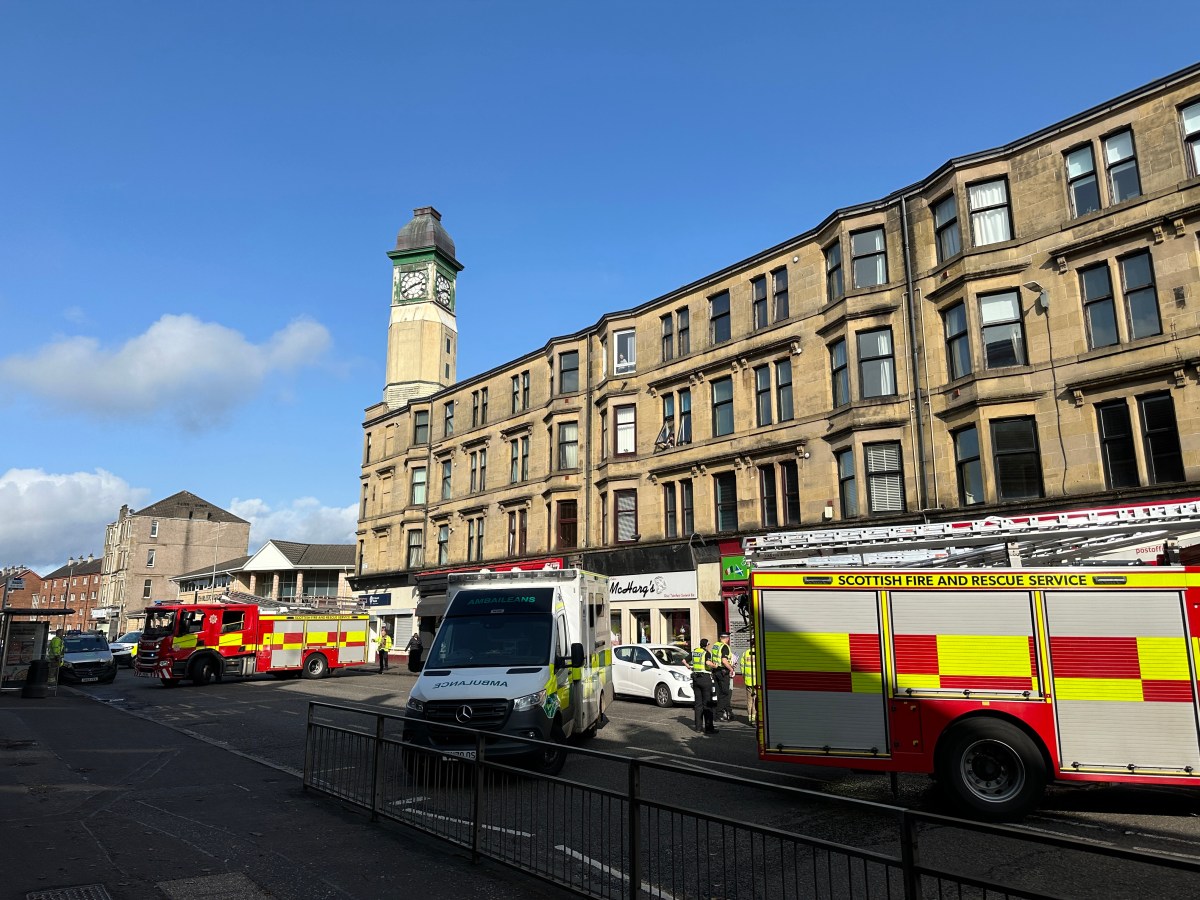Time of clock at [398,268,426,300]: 2:40
